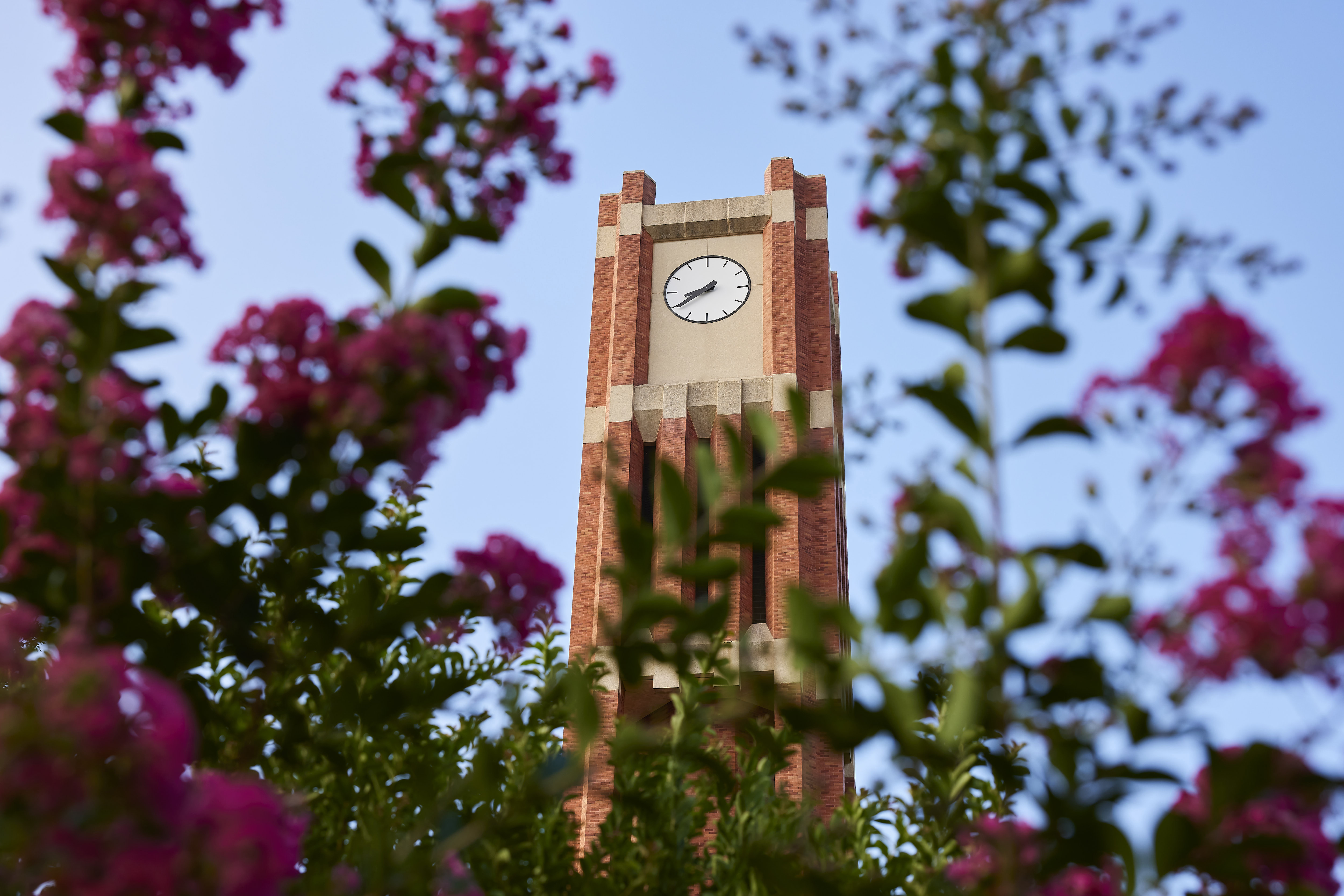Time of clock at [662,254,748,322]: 8:39
